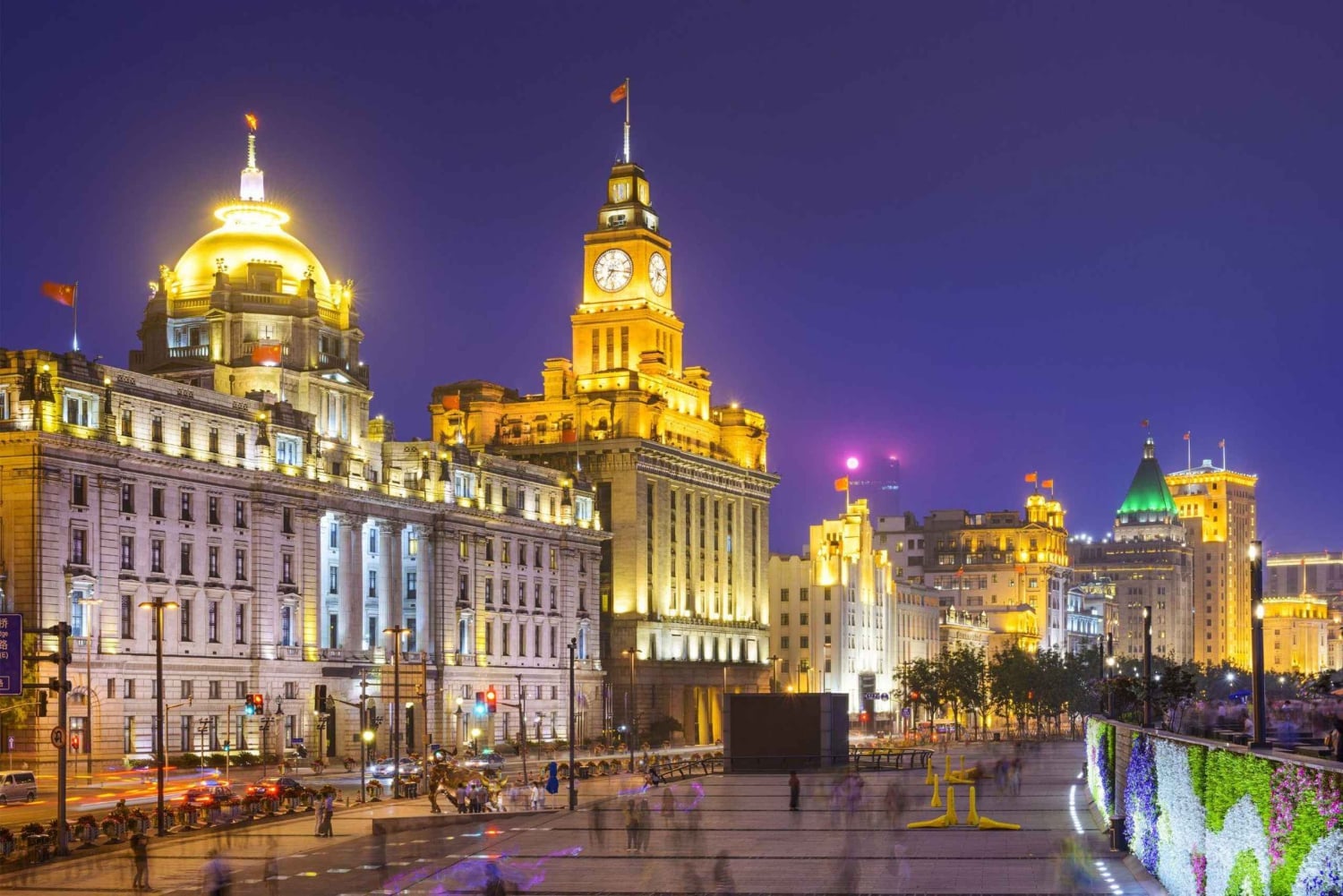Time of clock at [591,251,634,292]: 7:16
